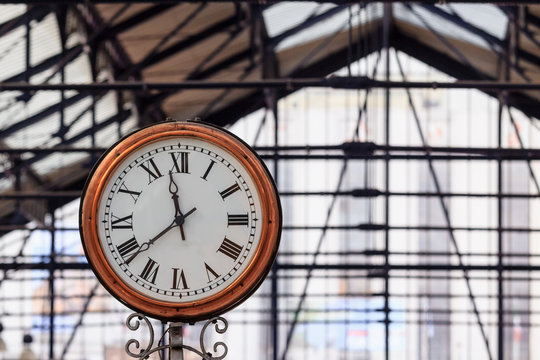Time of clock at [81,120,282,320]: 11:38
